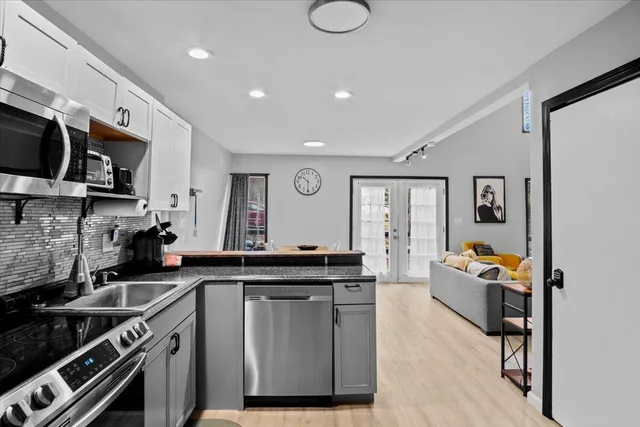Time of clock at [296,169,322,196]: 10:30
